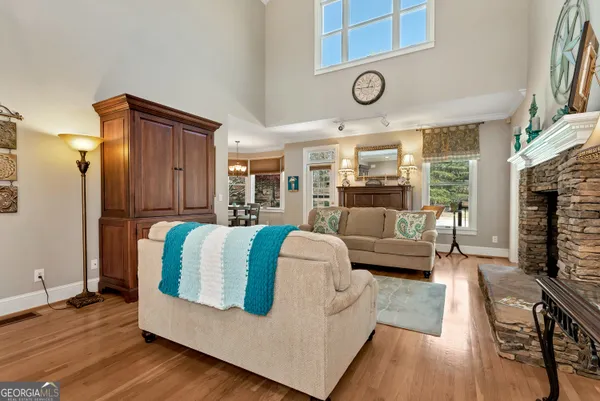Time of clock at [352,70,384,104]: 12:45
